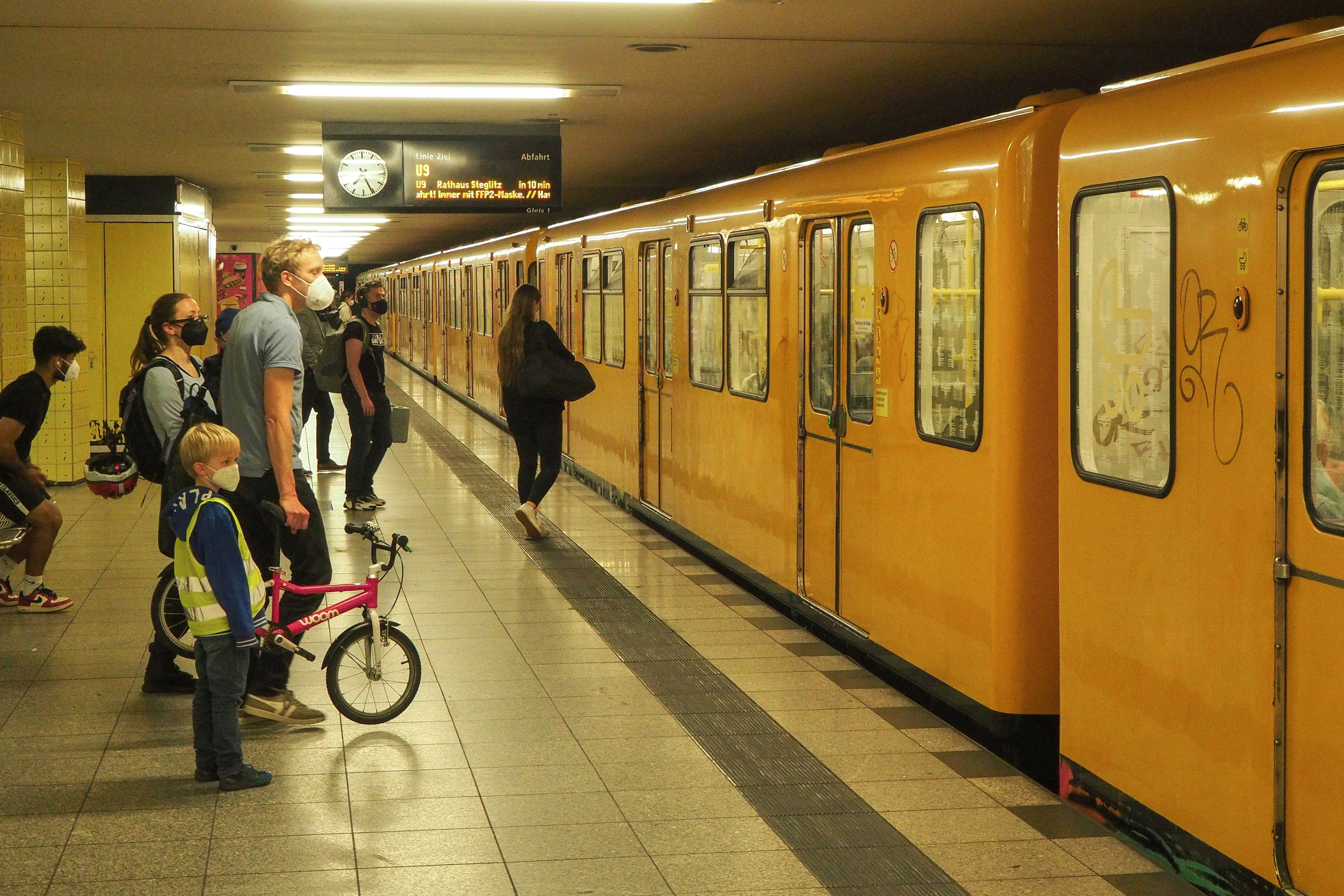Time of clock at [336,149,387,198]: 7:25
